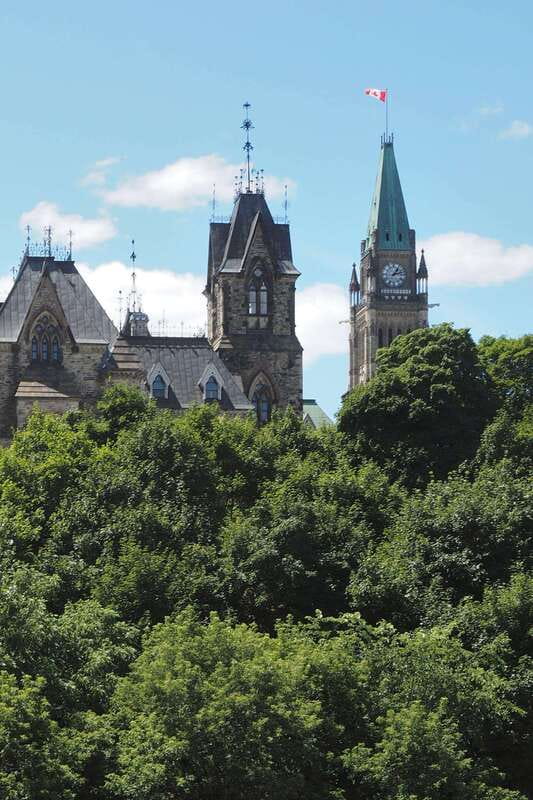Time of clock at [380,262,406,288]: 1:12
